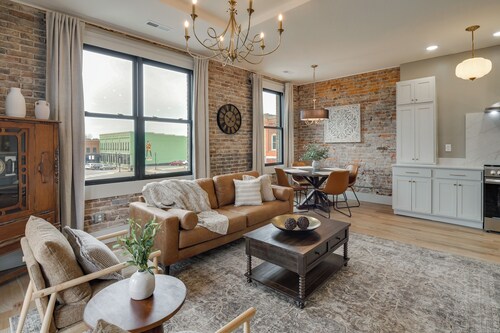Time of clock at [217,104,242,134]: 3:50
